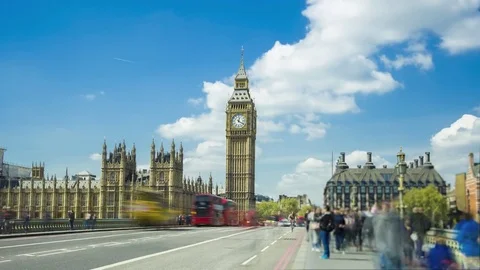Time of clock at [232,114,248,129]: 12:20
